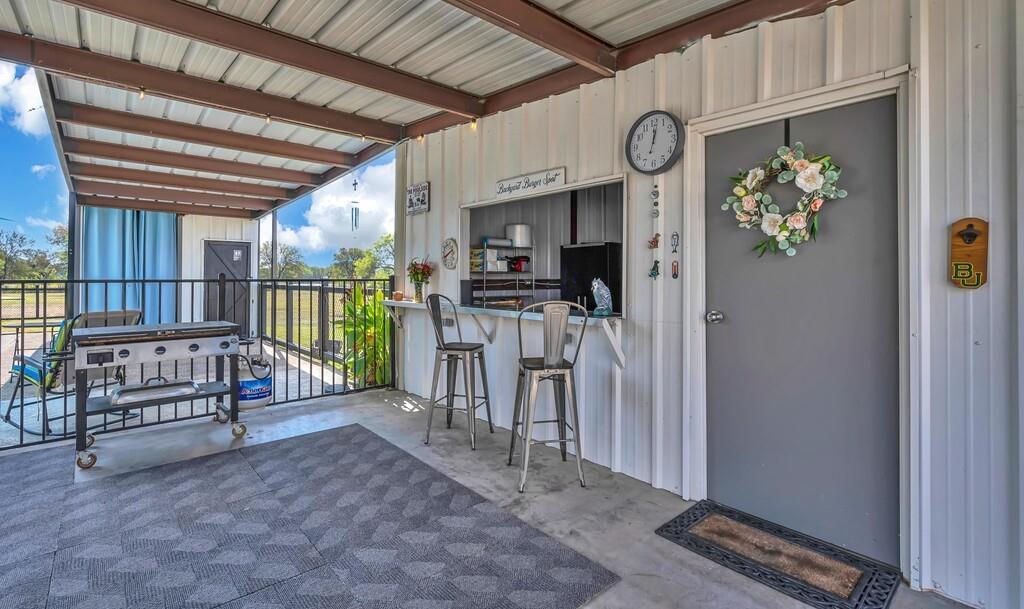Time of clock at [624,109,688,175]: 12:01
